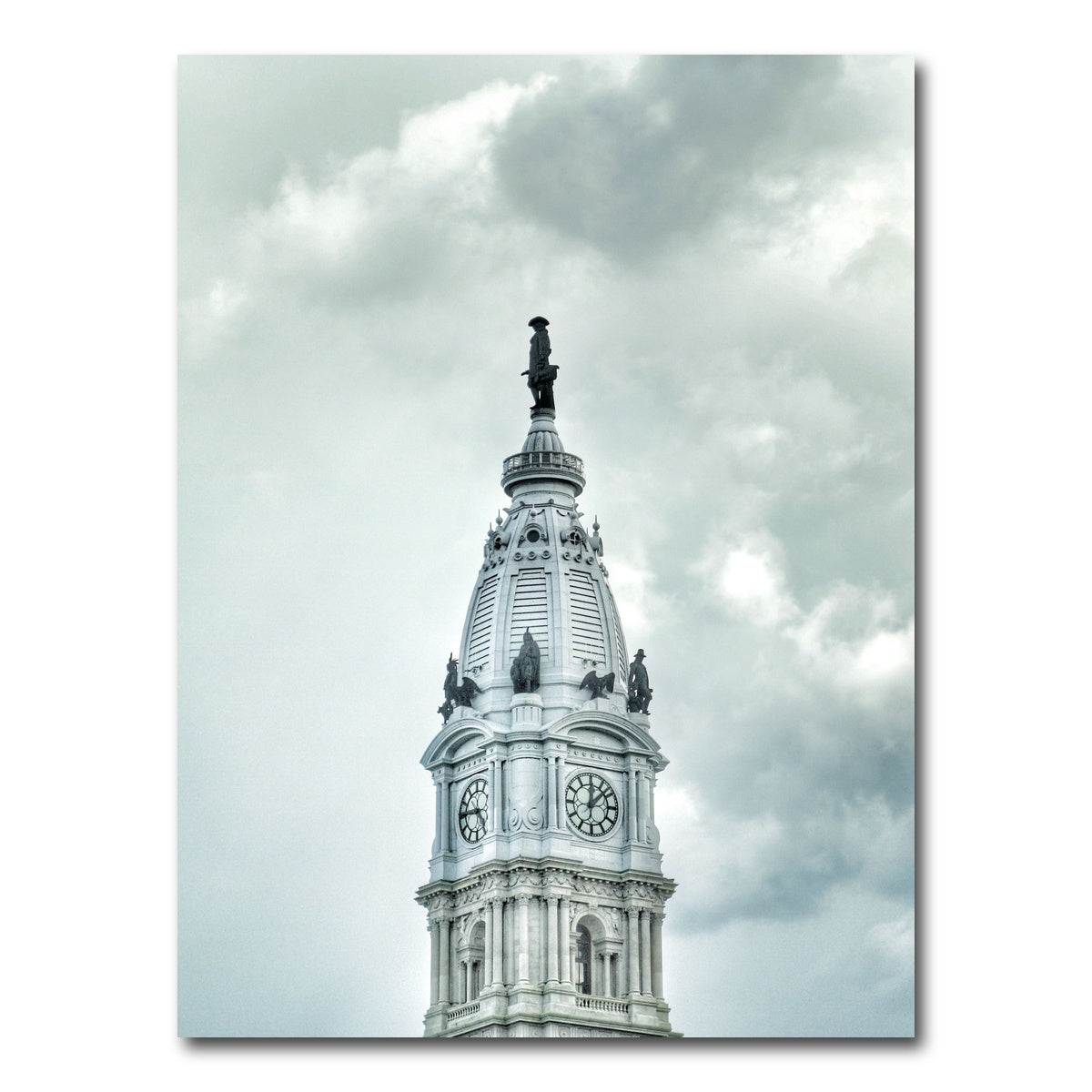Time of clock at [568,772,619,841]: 12:07
